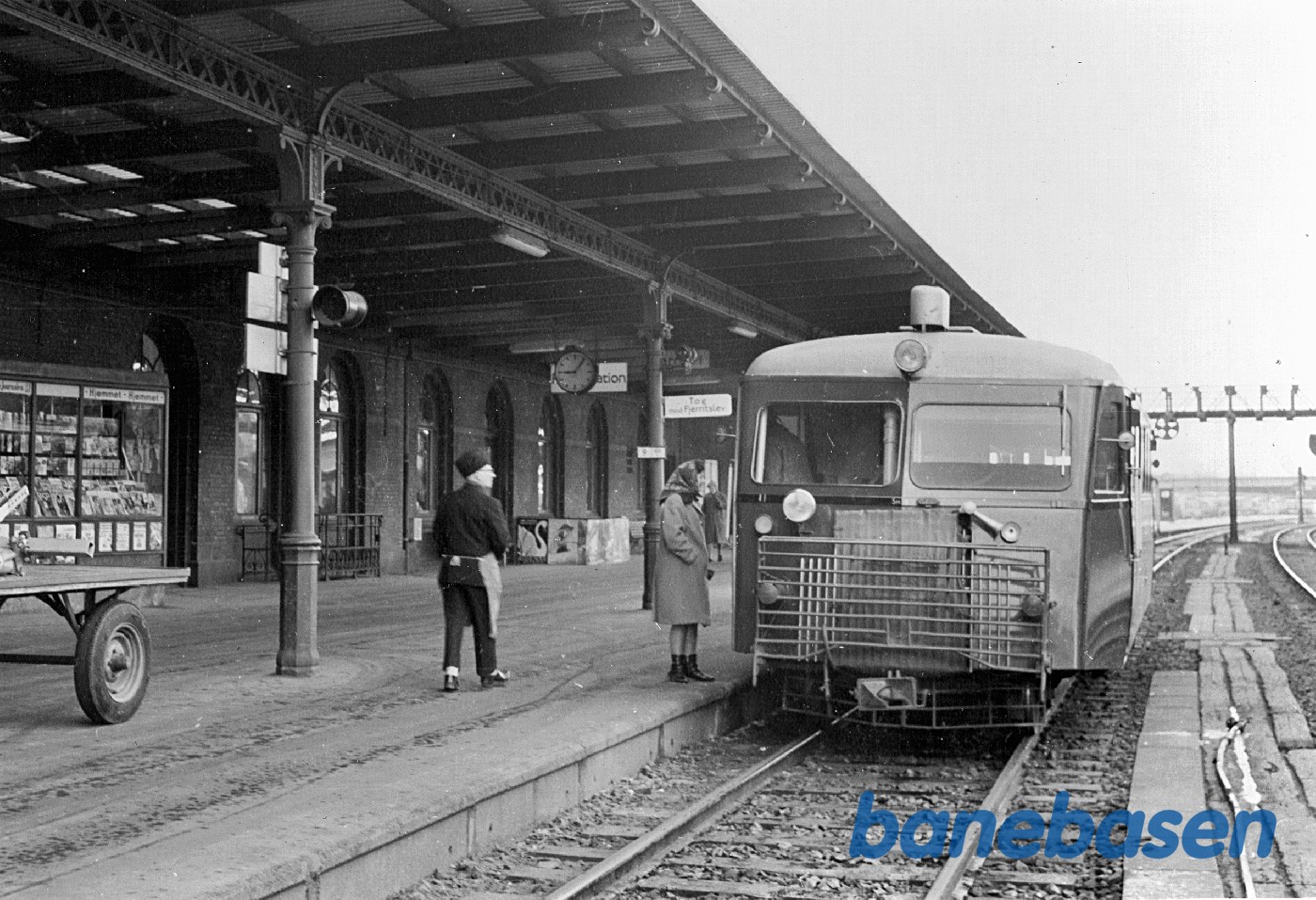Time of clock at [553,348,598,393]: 9:07
